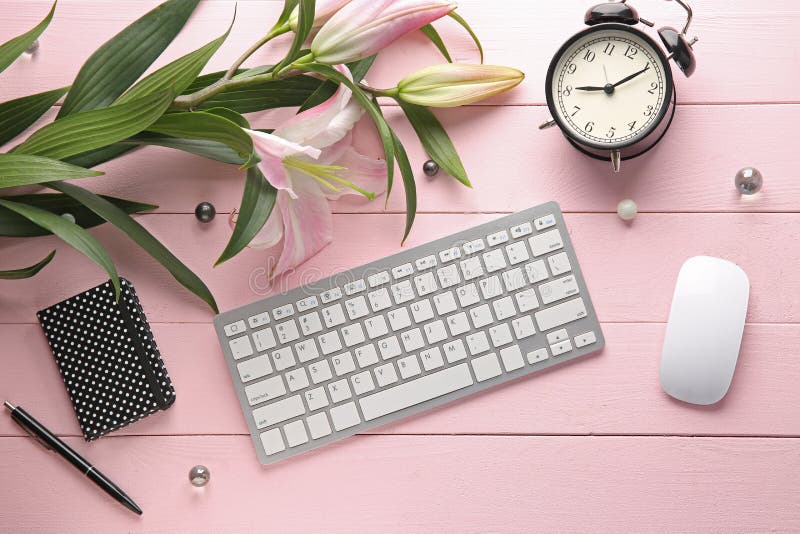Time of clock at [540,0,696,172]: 9:10
